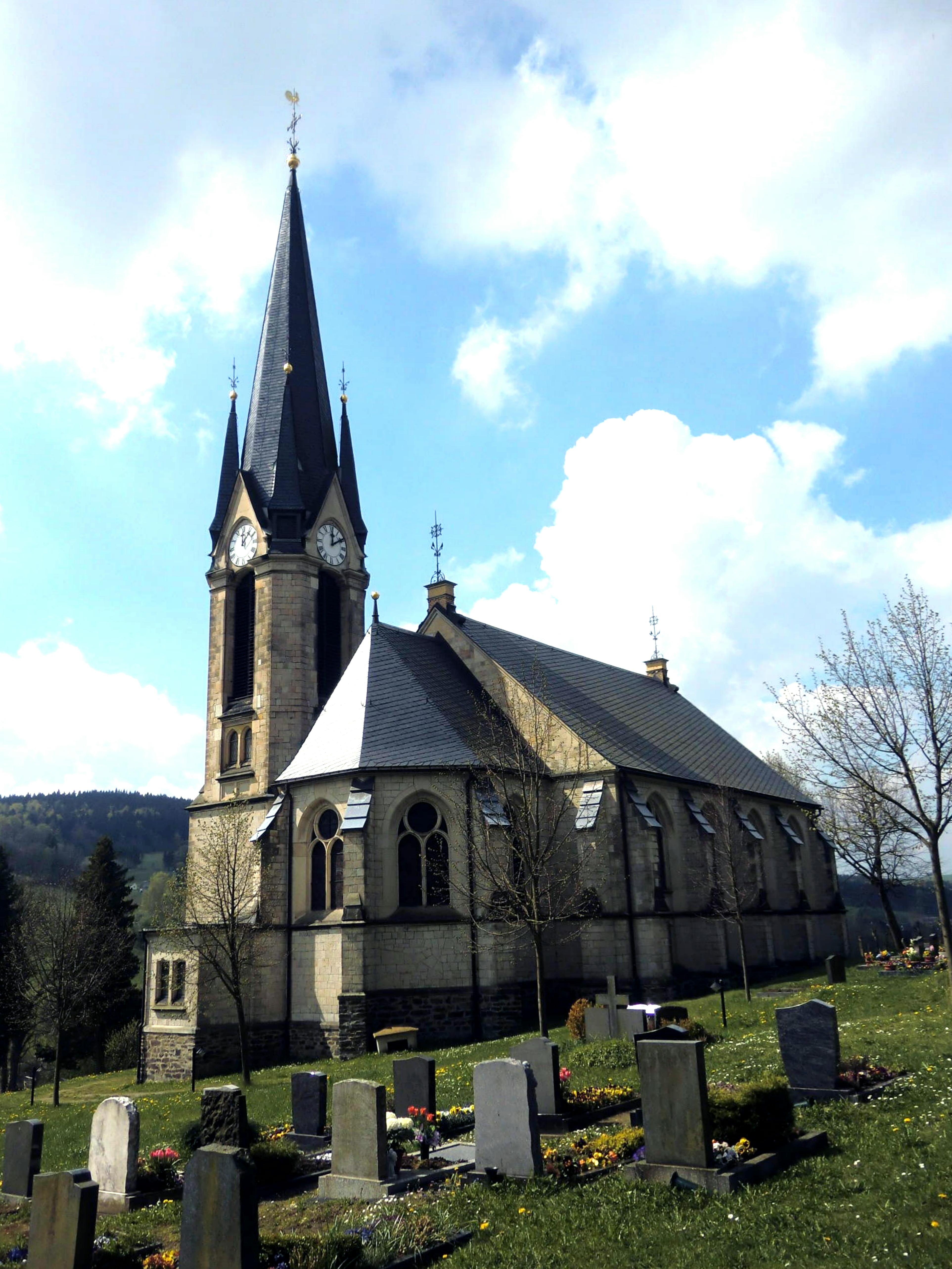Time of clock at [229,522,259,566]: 12:07
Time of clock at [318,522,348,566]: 12:09
